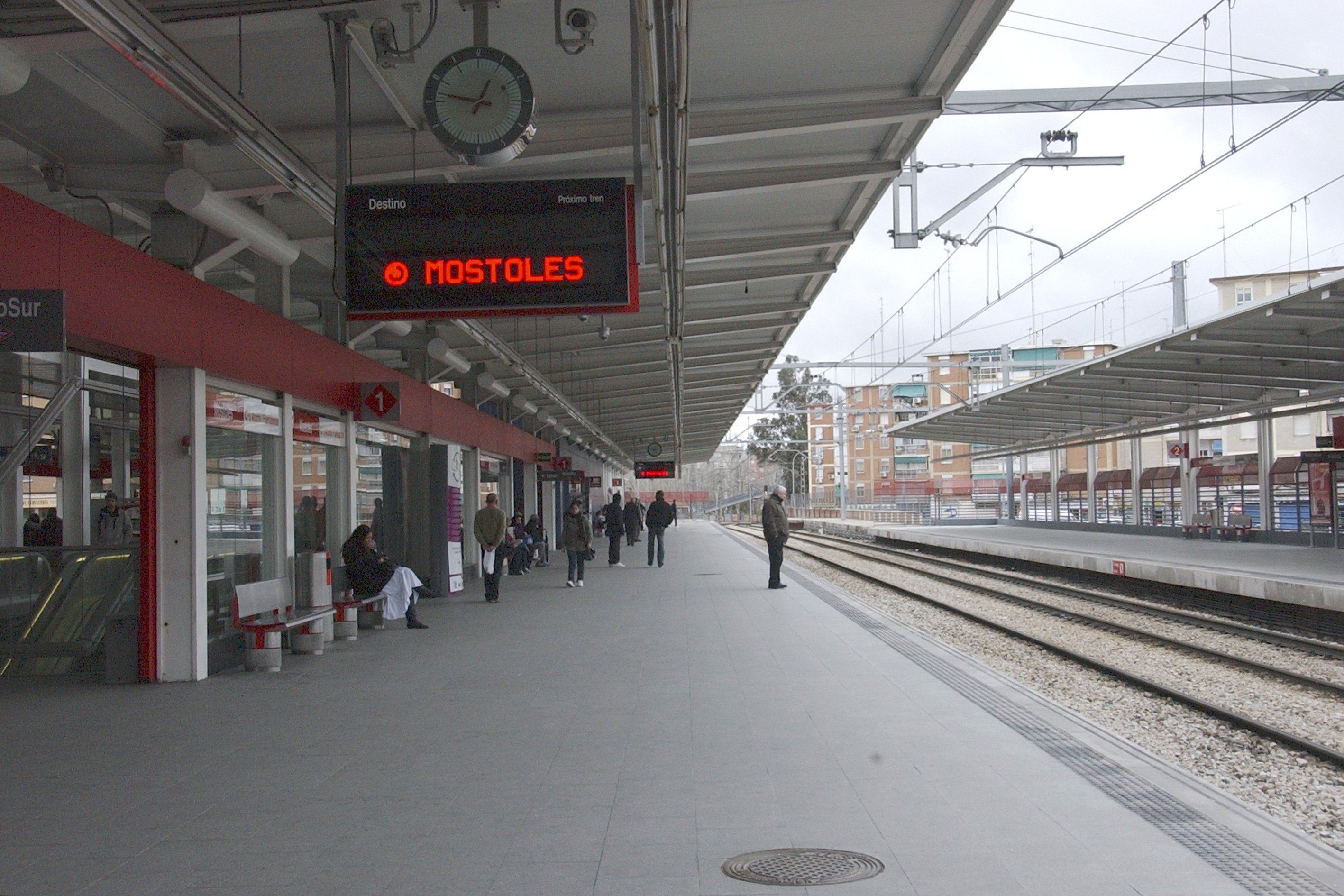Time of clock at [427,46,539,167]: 12:47
